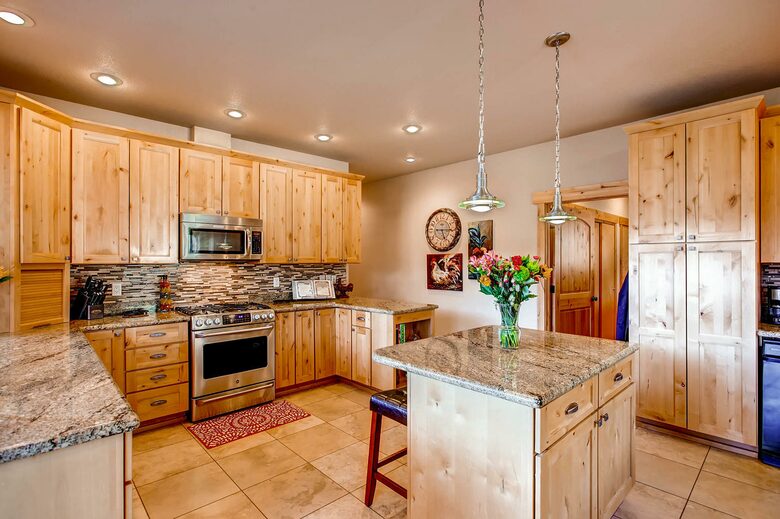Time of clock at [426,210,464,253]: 5:14
